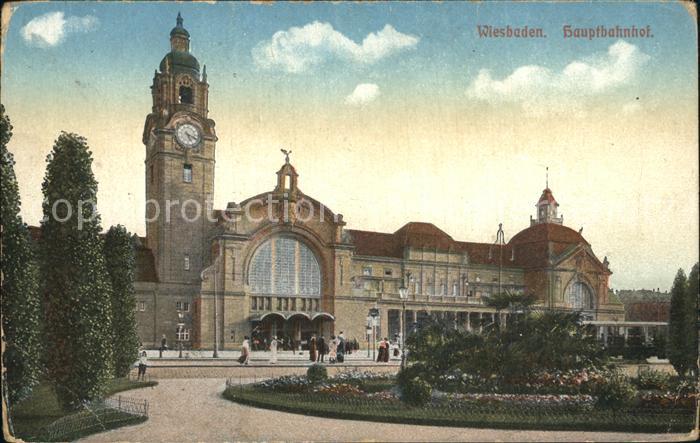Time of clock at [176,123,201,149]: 5:18
